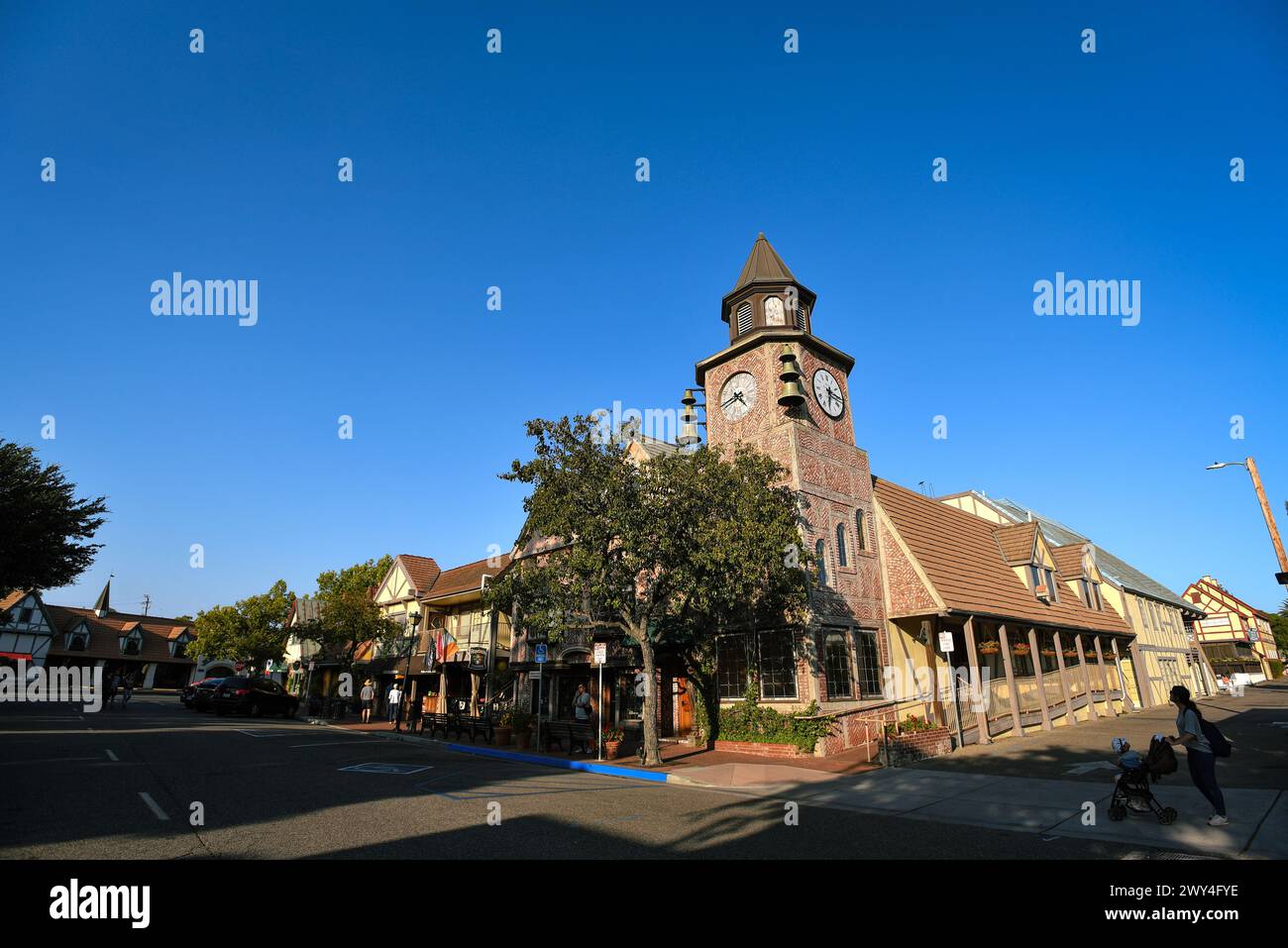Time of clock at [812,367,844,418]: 6:15
